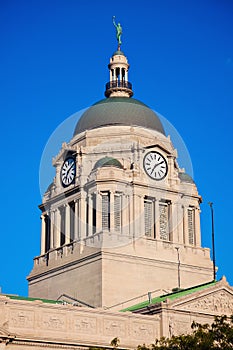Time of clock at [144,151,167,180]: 7:09
